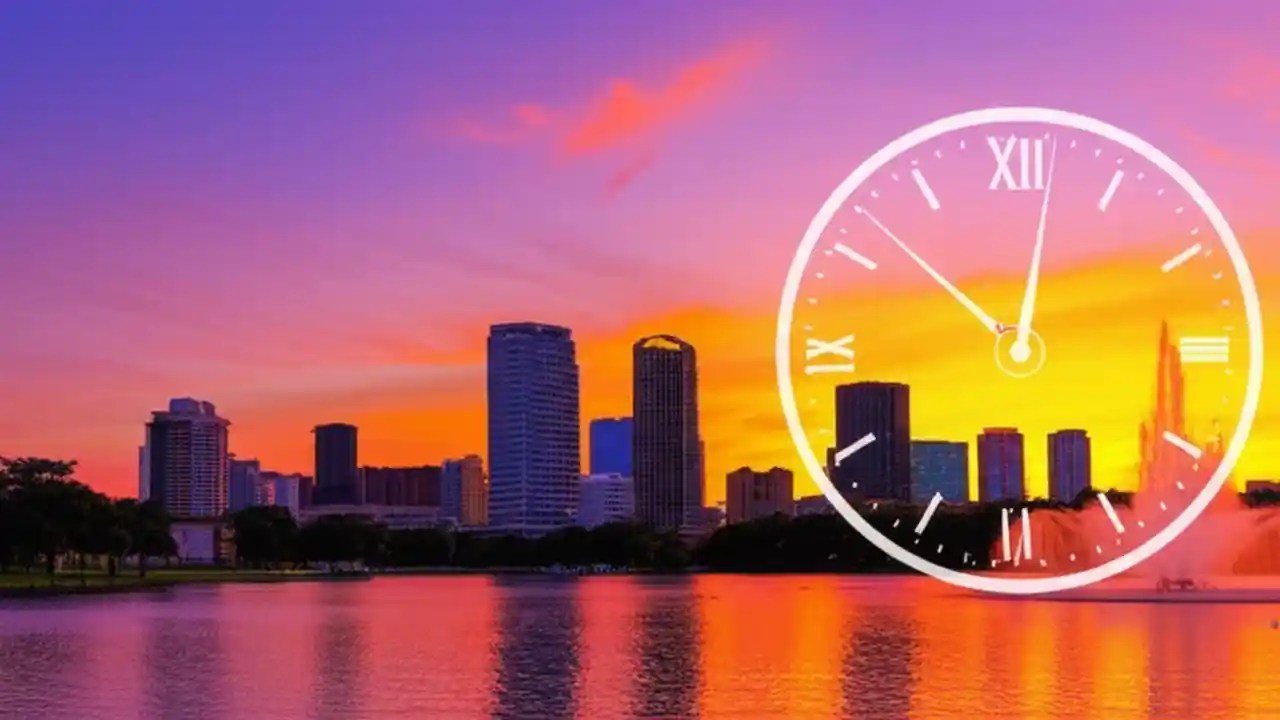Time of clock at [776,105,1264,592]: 10:02
